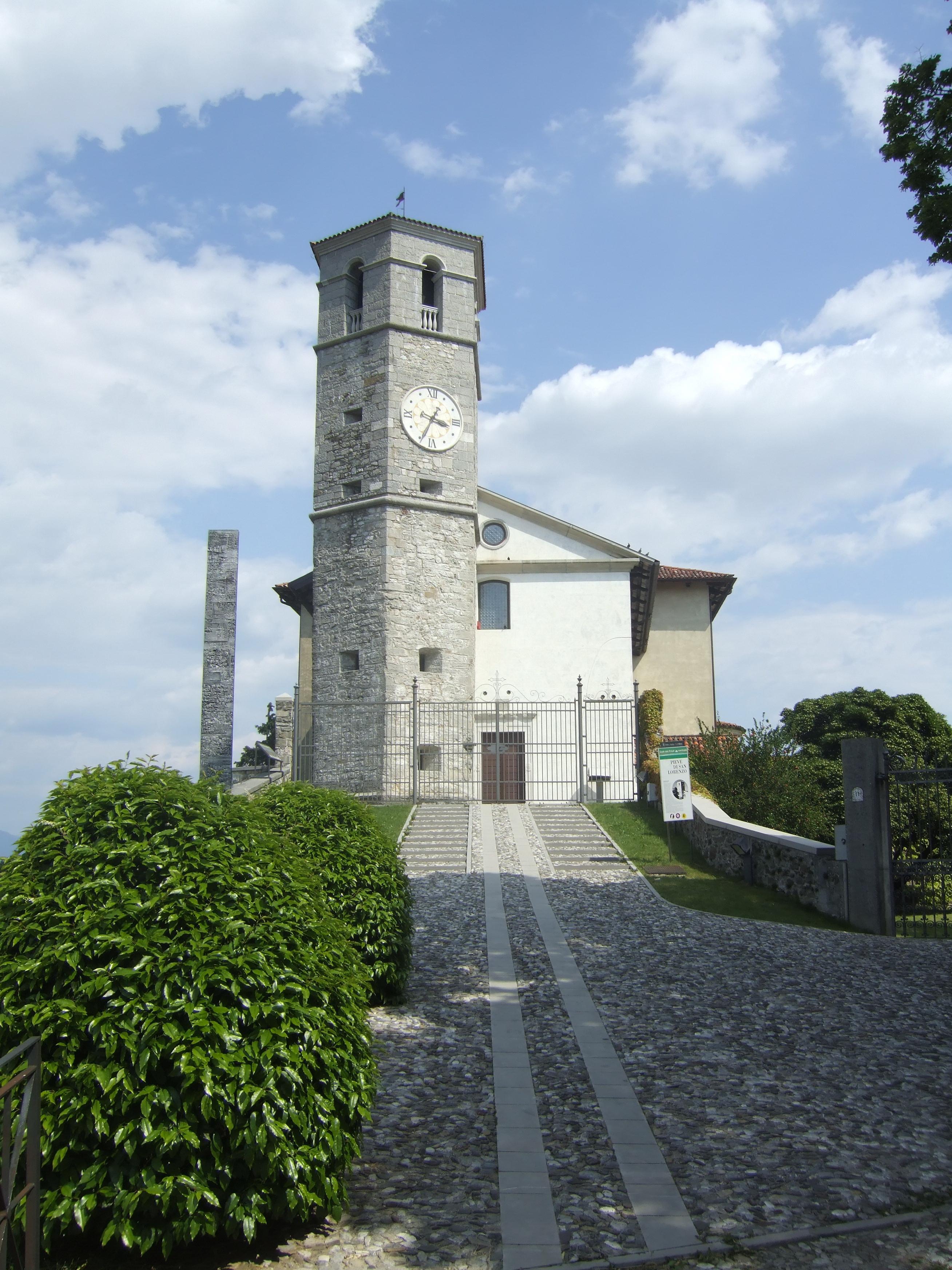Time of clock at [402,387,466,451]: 3:34
